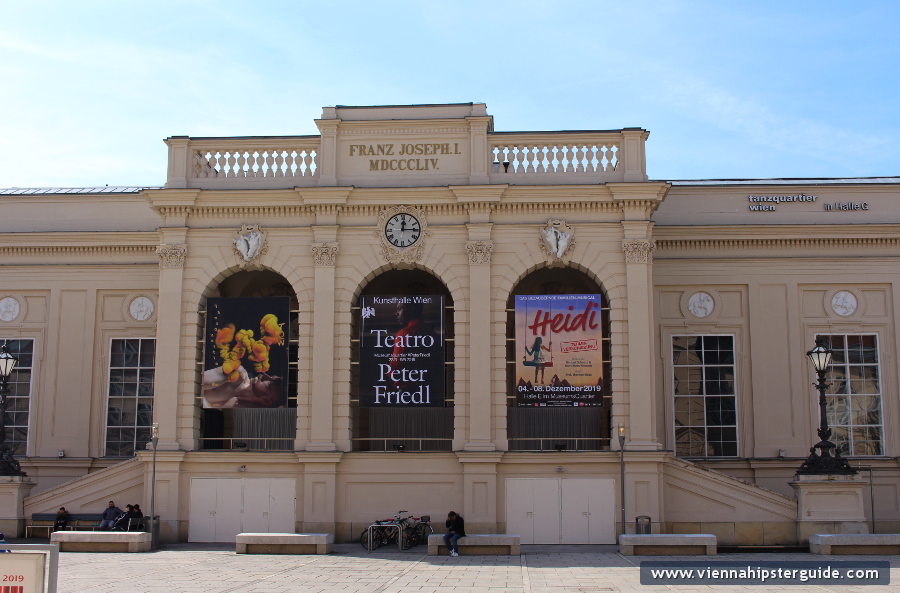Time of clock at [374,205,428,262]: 12:14
